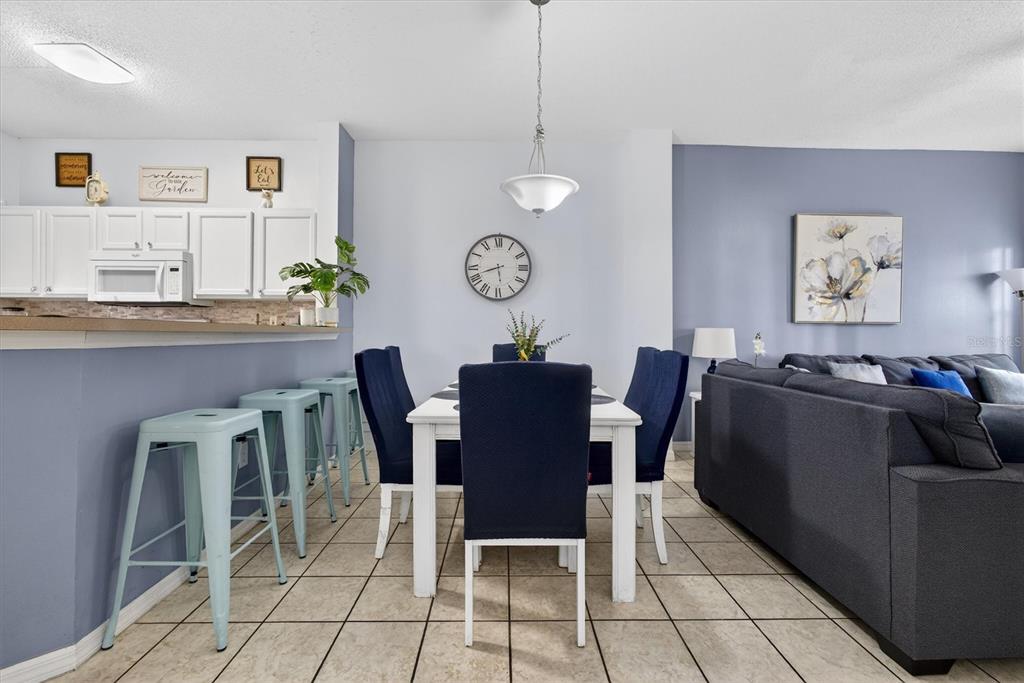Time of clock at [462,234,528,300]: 5:42
